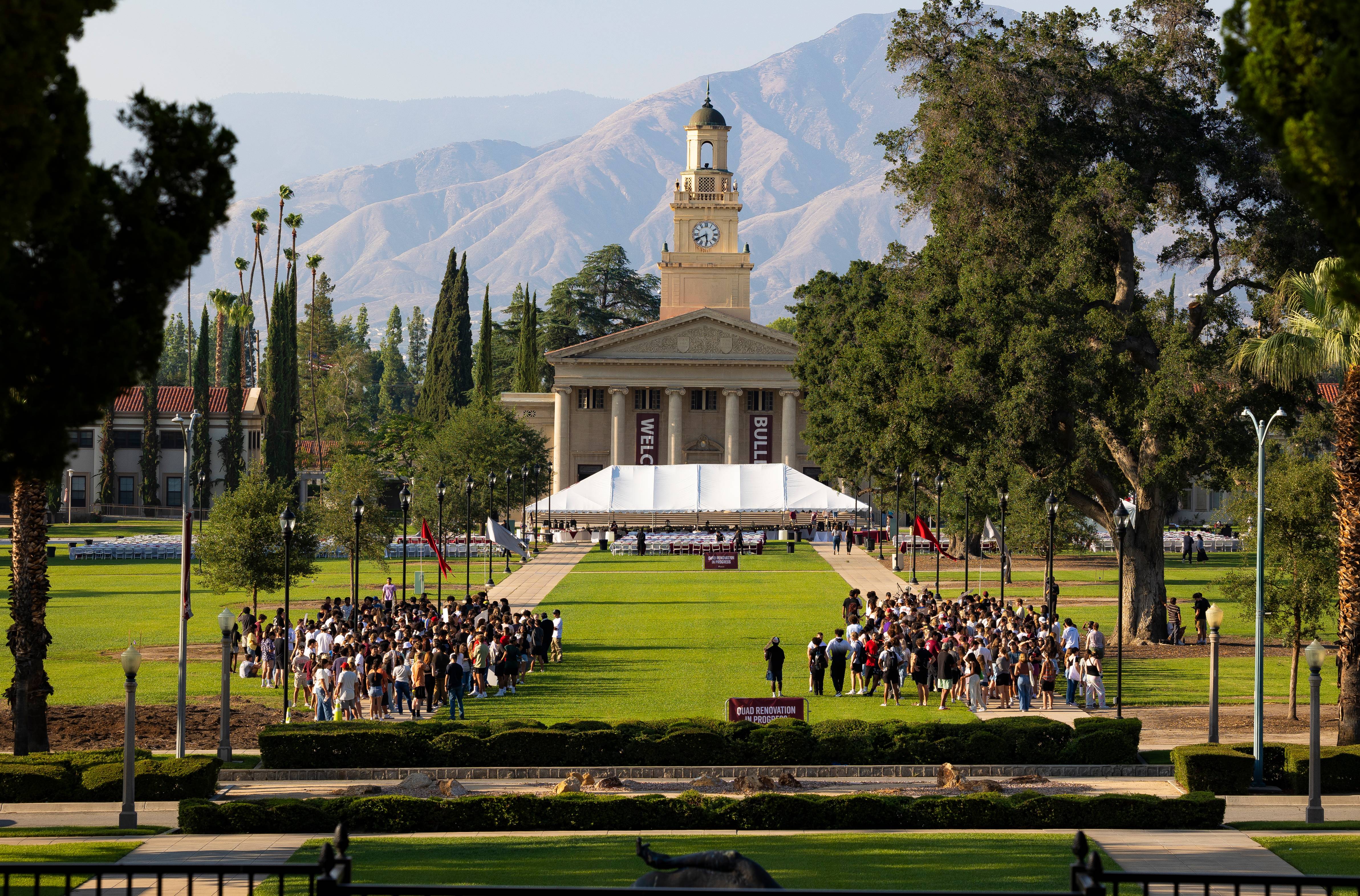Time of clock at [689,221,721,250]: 5:40
